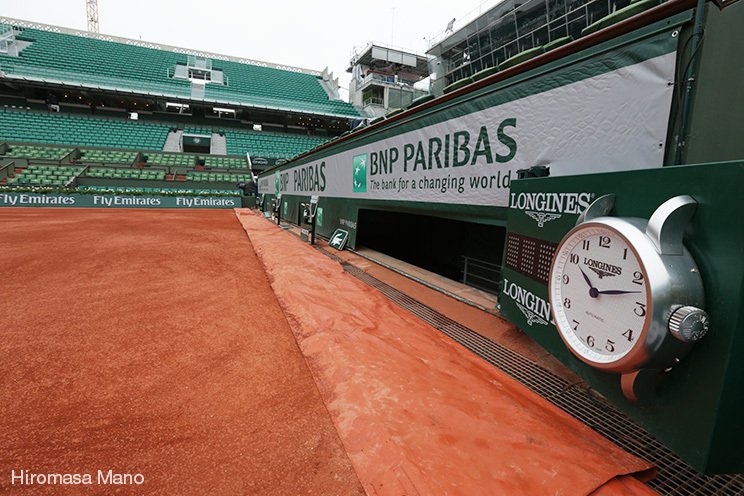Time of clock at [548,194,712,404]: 10:12
